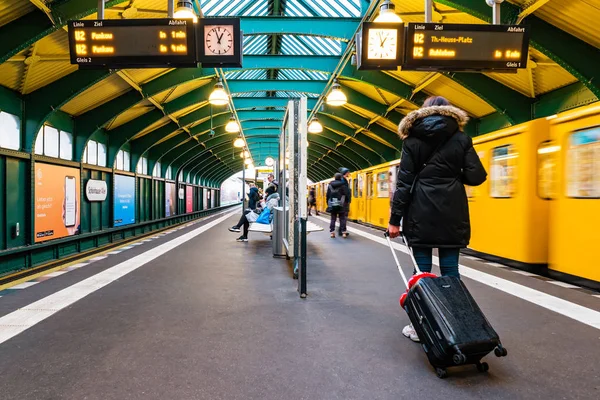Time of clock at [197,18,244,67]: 12:57
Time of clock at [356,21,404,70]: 12:57
